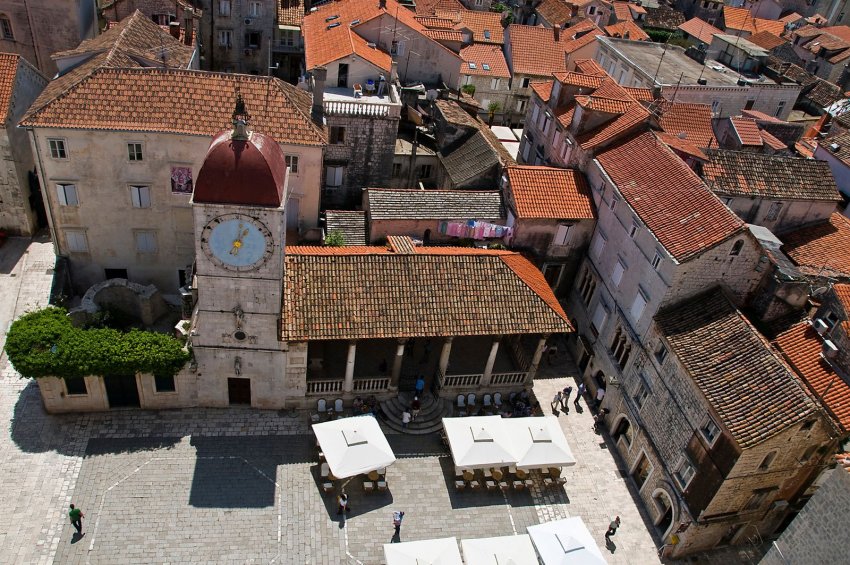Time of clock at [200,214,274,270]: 1:02
